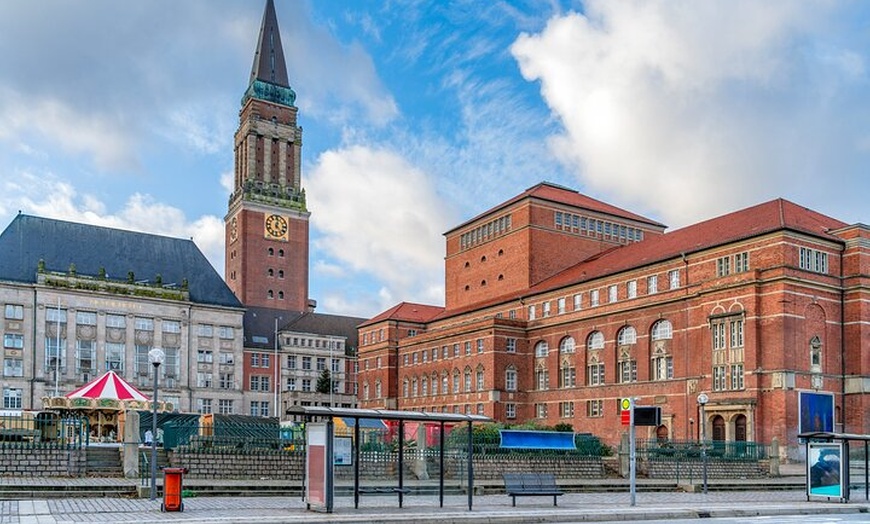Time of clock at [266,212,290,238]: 12:23
